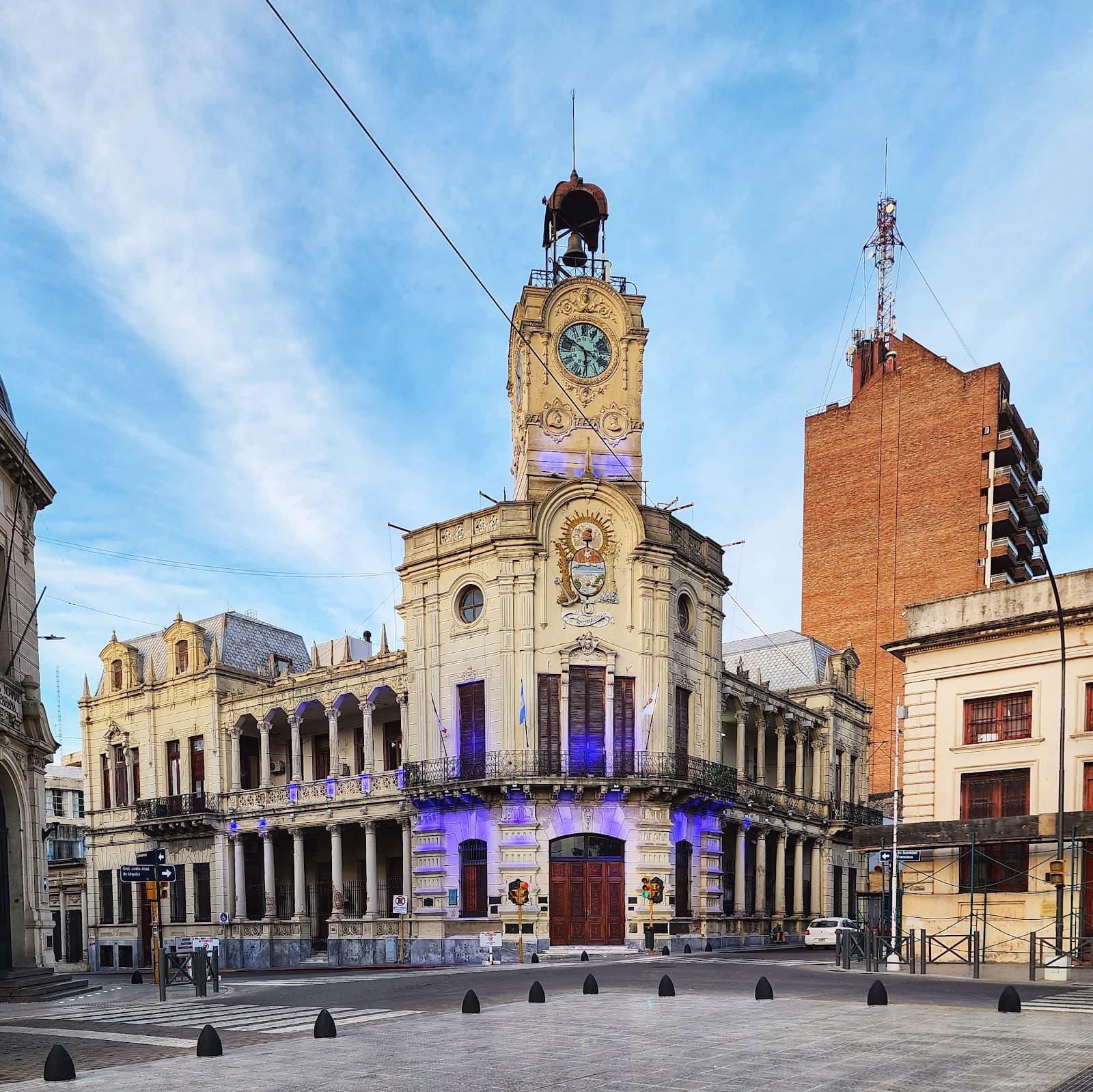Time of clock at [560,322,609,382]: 5:50
